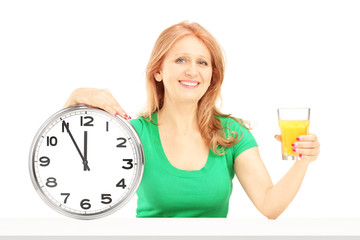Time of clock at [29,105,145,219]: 11:55
